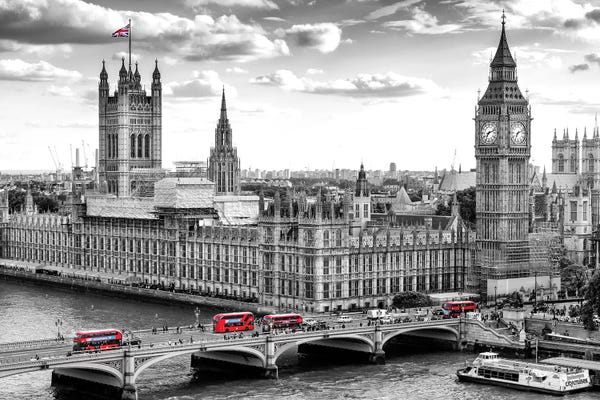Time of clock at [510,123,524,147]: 7:11
